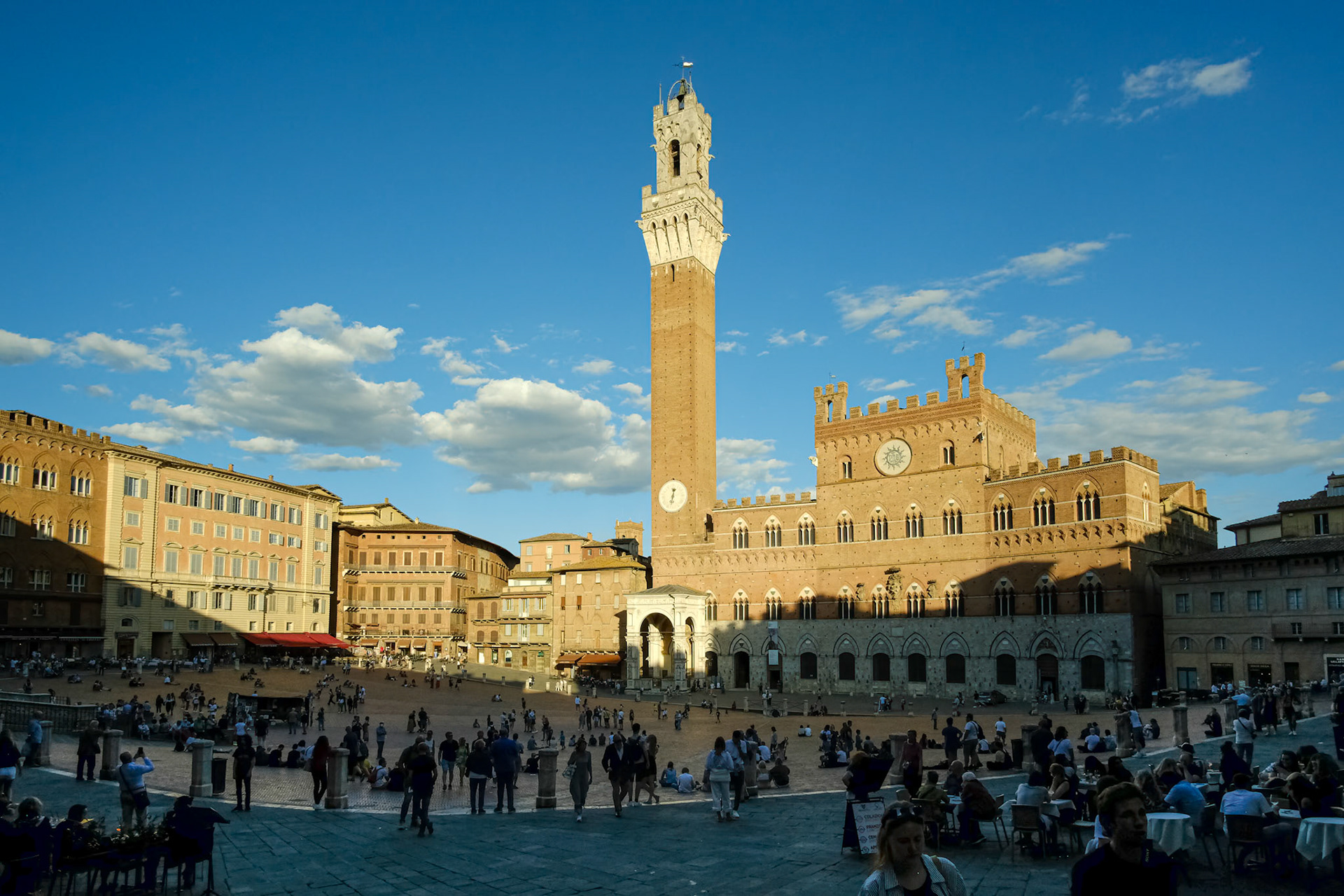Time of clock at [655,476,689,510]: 12:32
